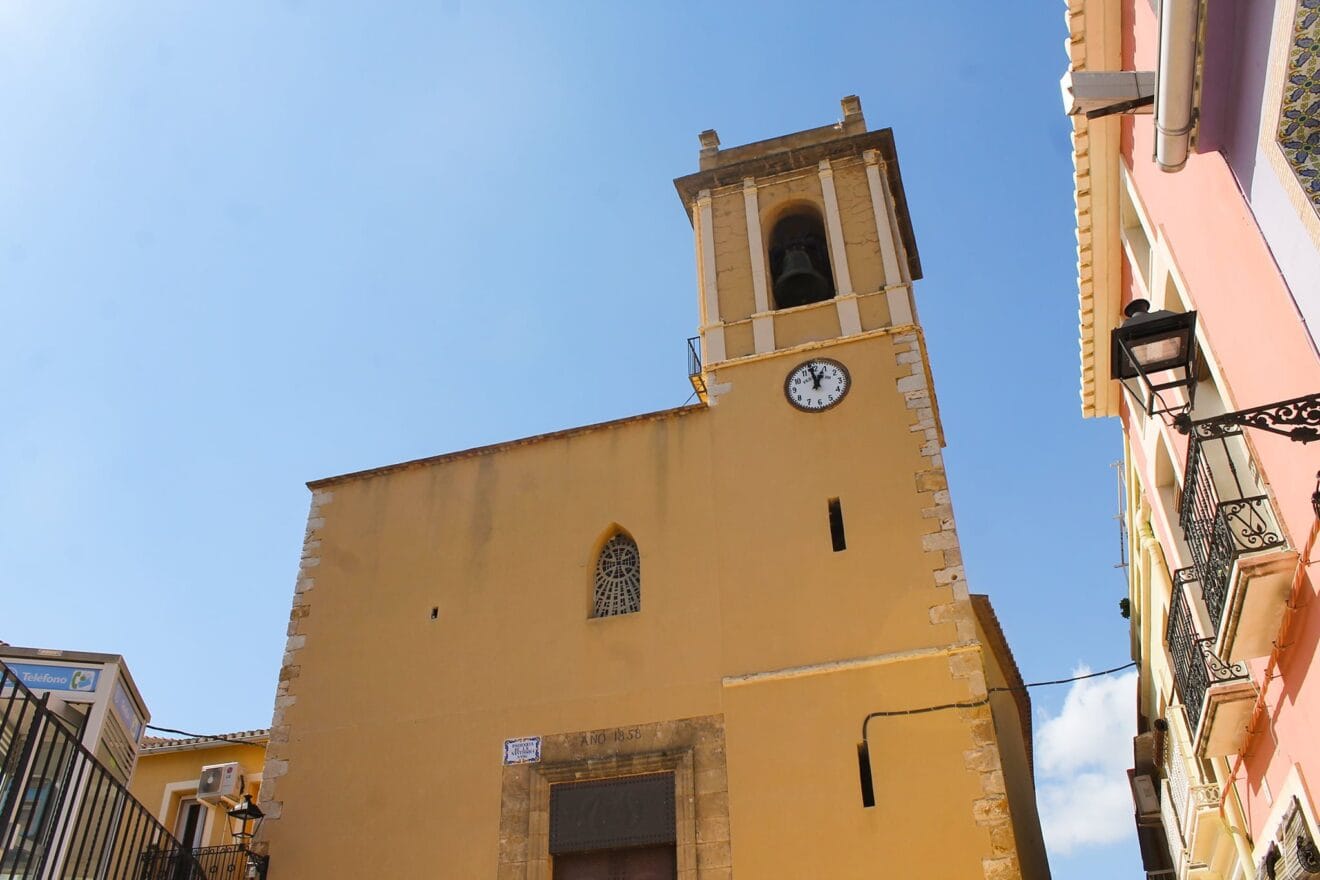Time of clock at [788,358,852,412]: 12:58
